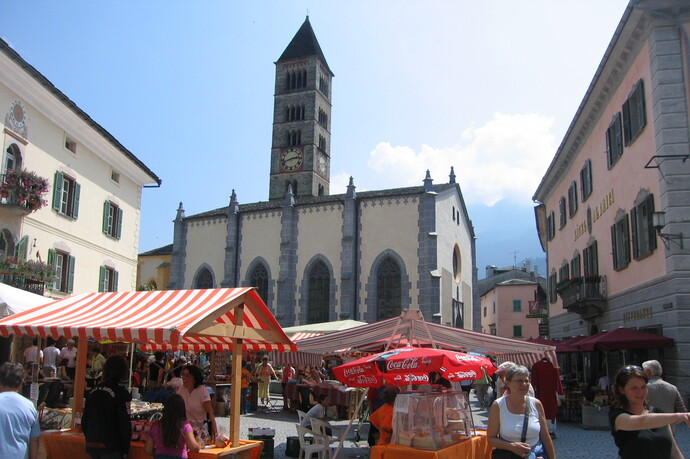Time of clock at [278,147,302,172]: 2:42
